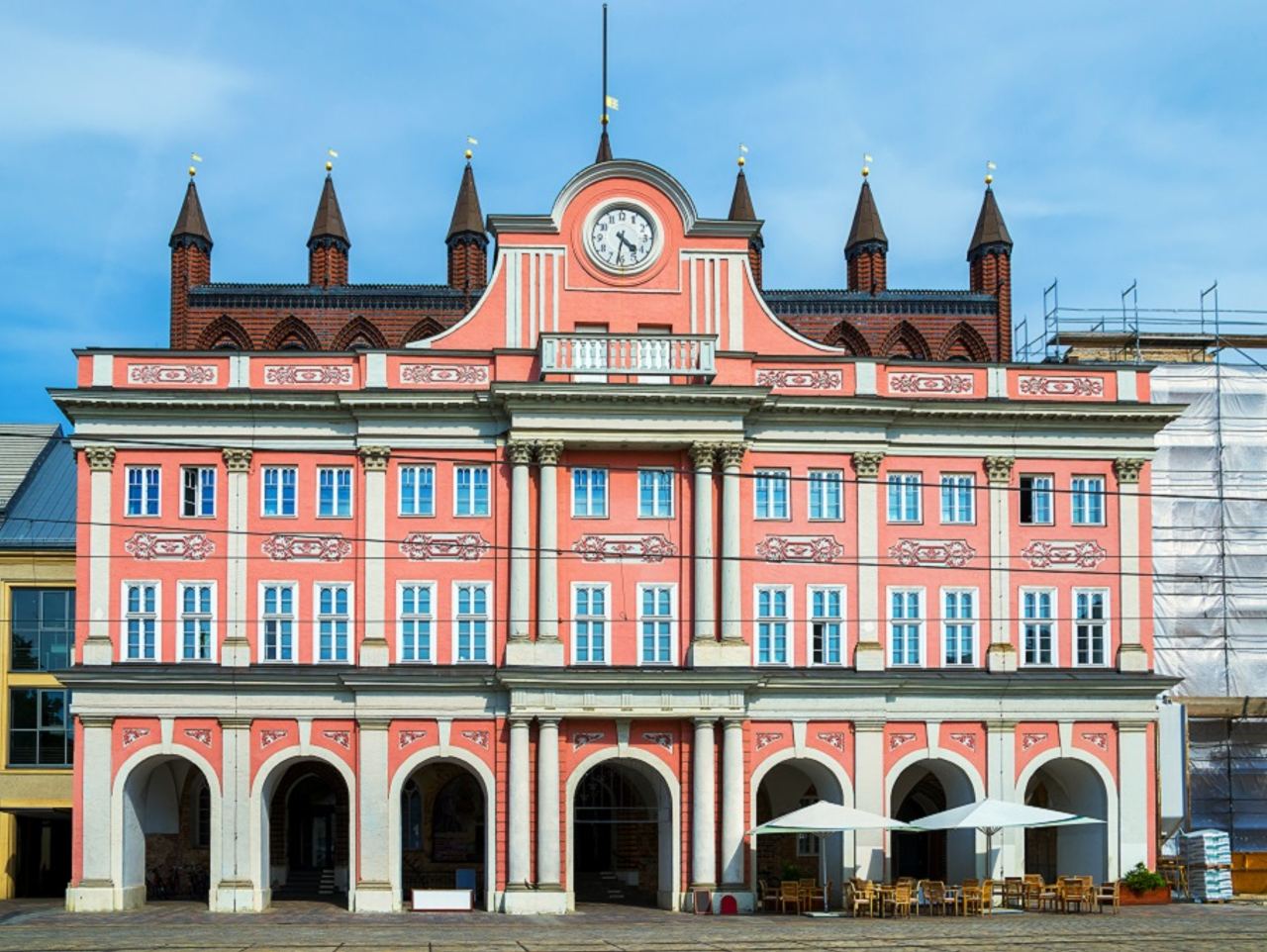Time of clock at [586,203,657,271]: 4:31
